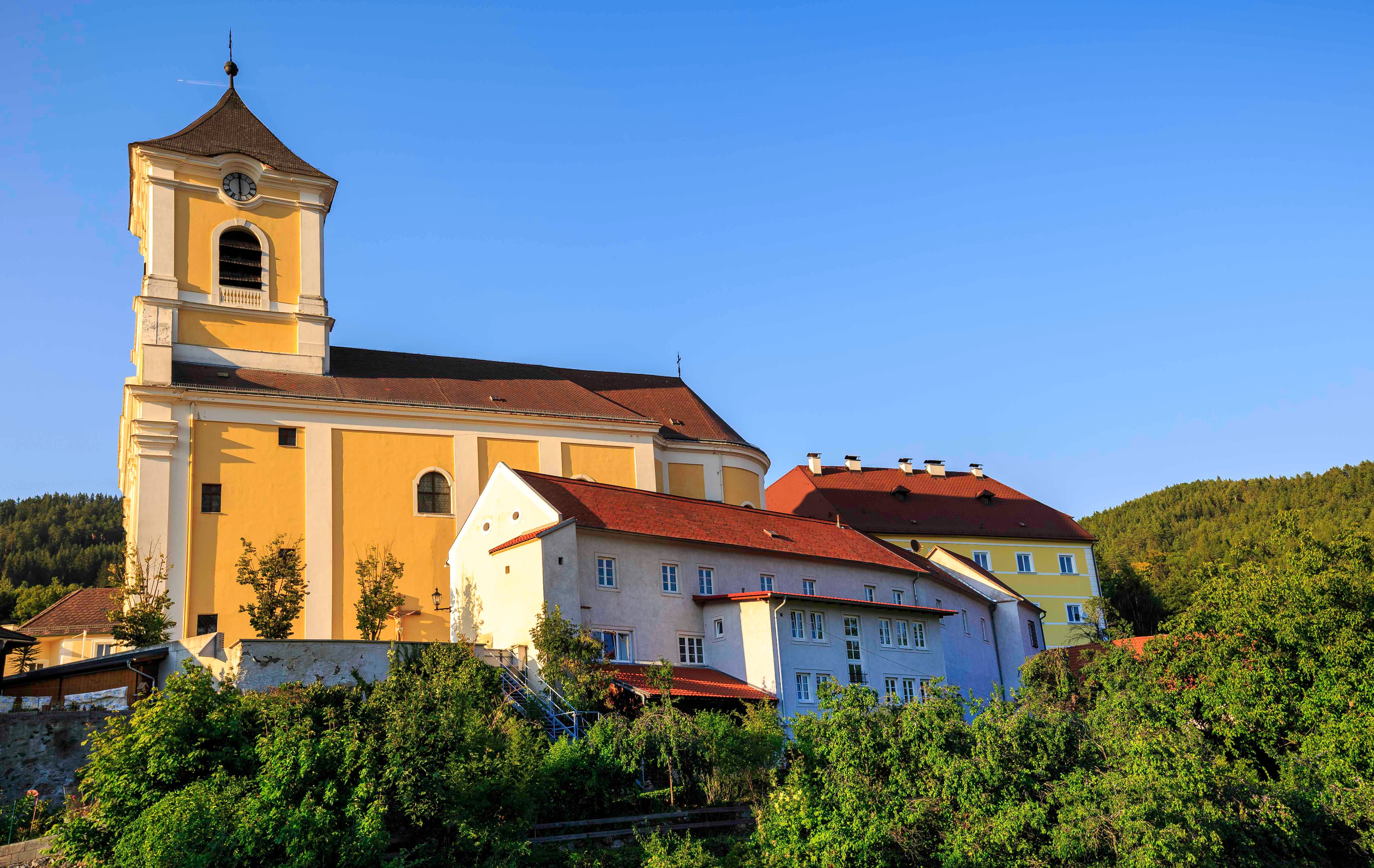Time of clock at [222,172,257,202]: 5:59
